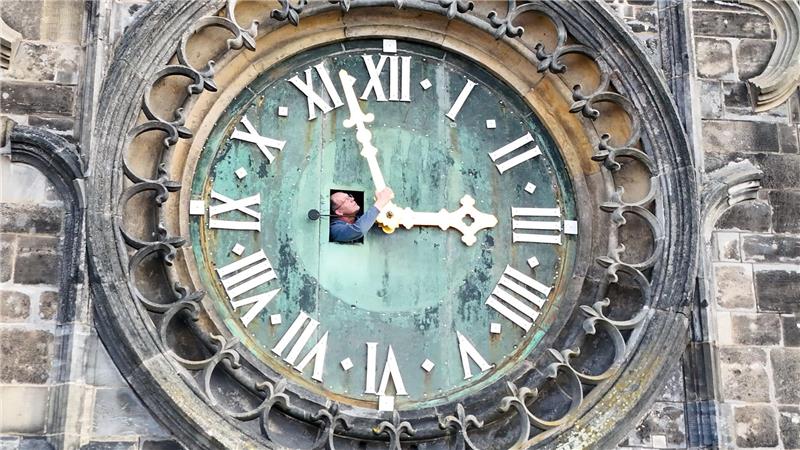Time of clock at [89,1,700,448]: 2:57
